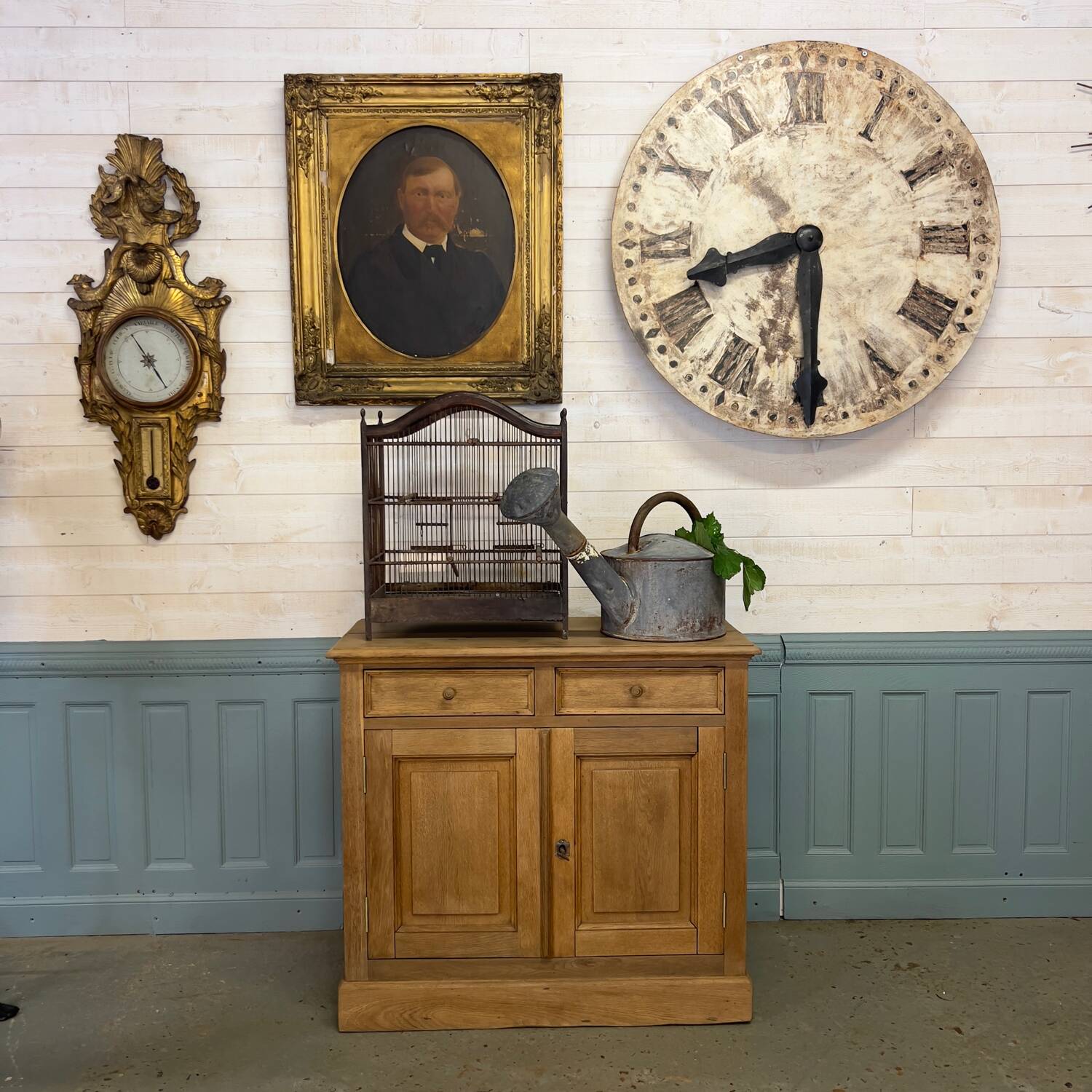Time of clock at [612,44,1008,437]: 8:29
